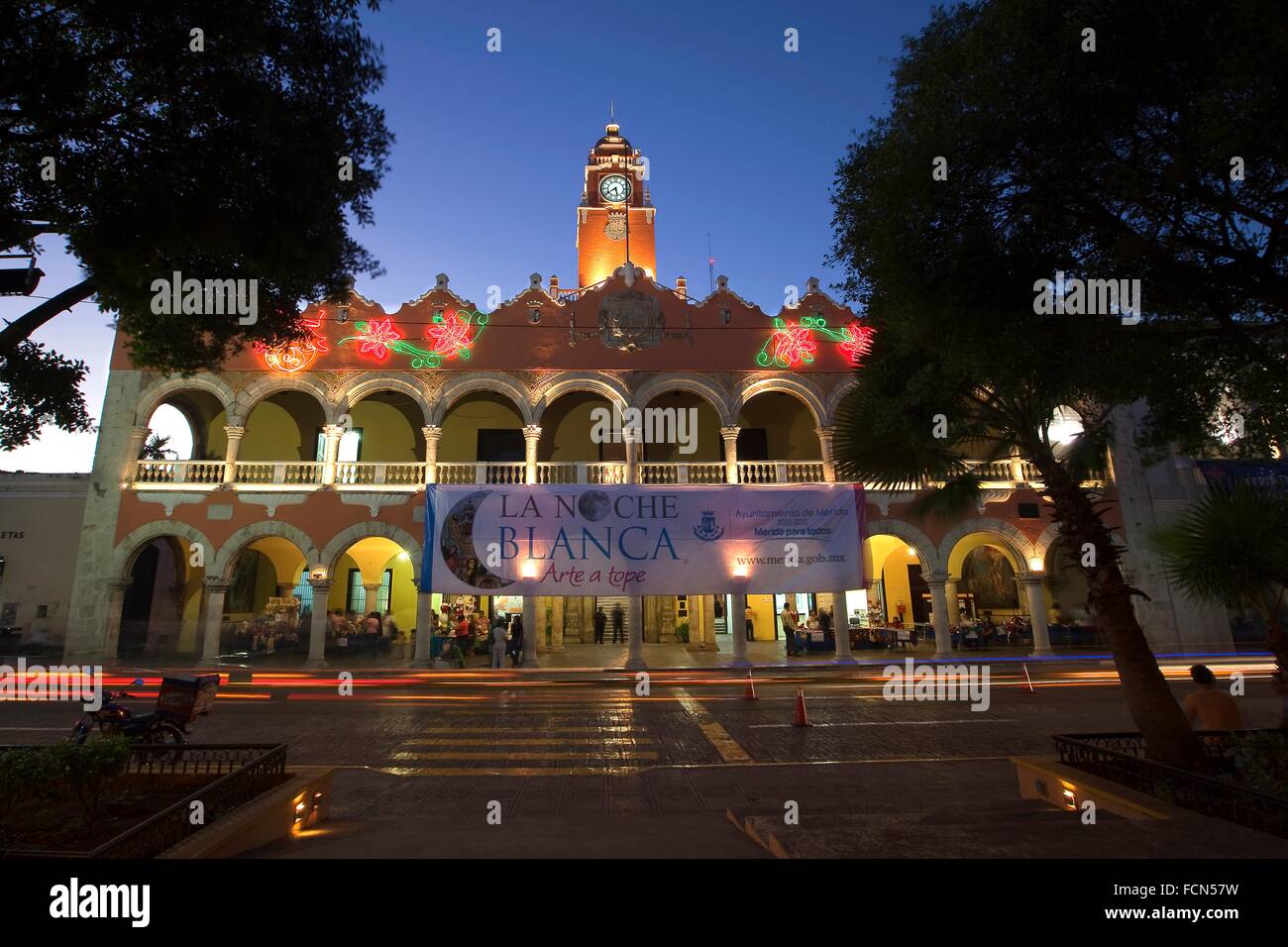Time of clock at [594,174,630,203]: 5:38
